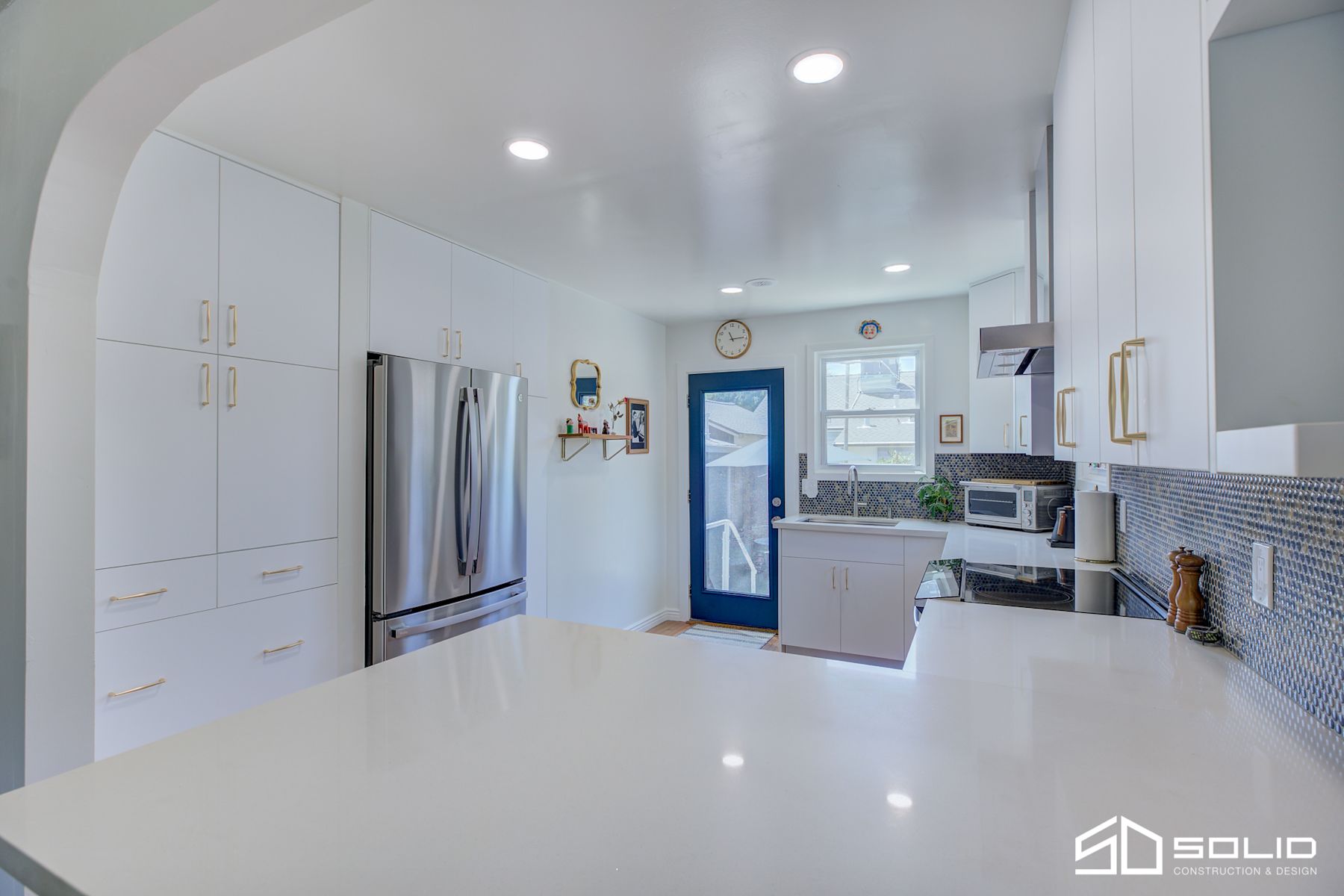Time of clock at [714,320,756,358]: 11:14
